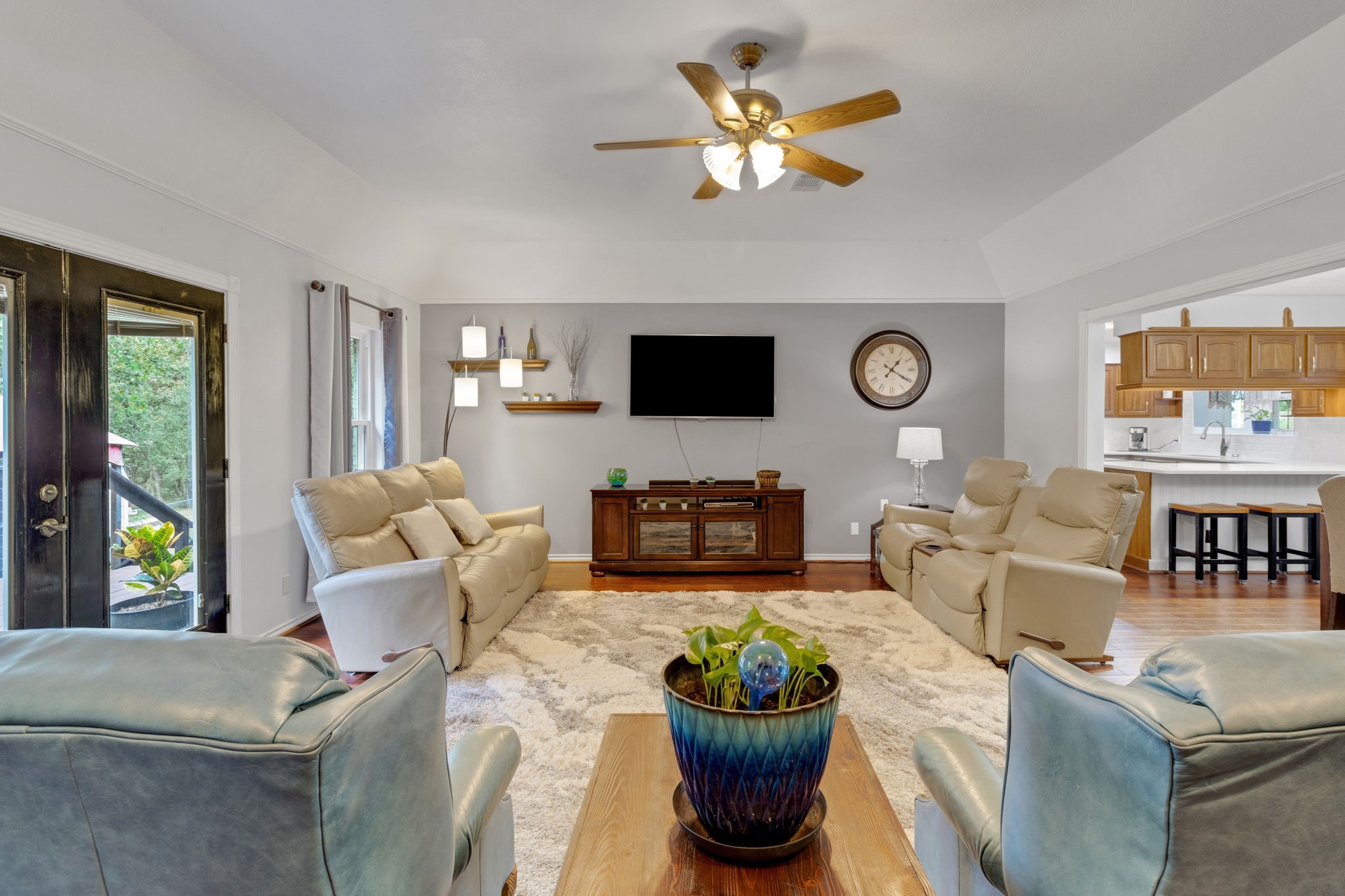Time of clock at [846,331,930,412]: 1:20
